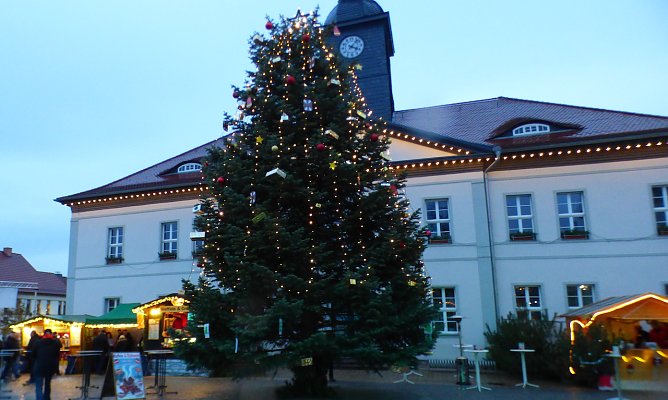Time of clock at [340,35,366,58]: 4:07
